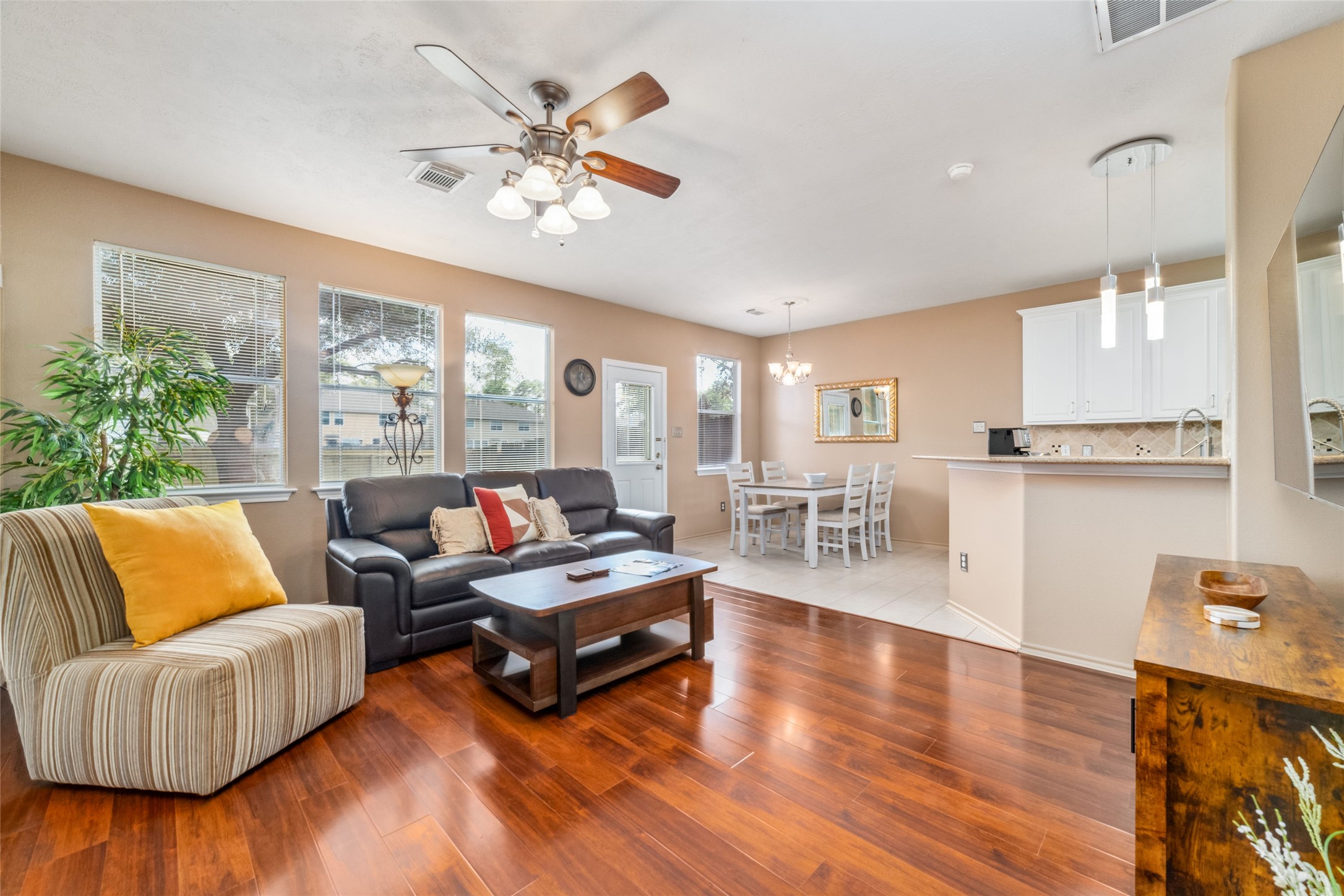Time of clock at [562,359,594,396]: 4:34
